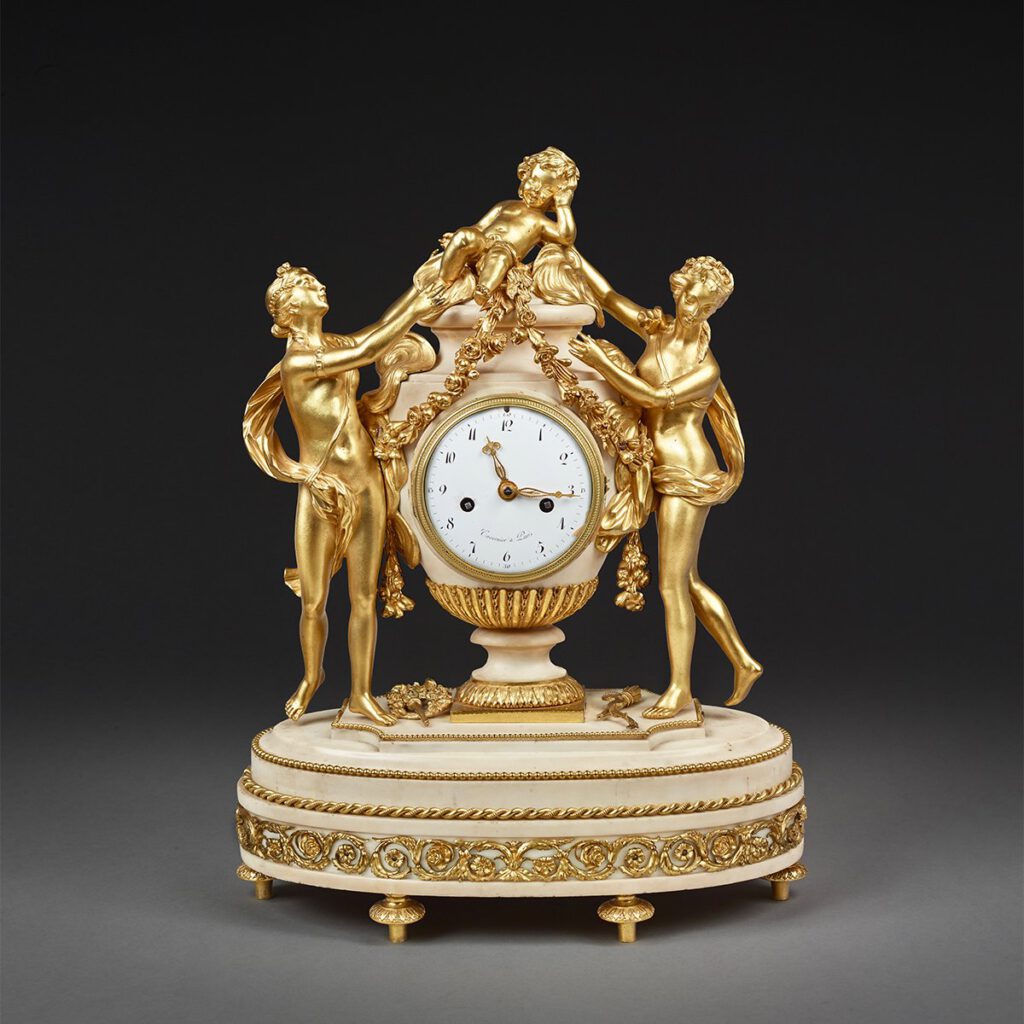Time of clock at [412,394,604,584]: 11:15
